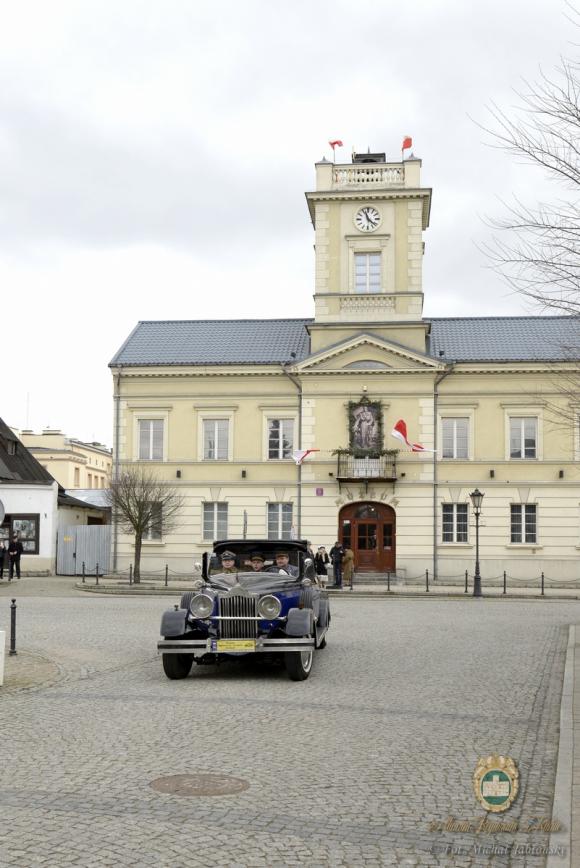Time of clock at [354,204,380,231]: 11:21
